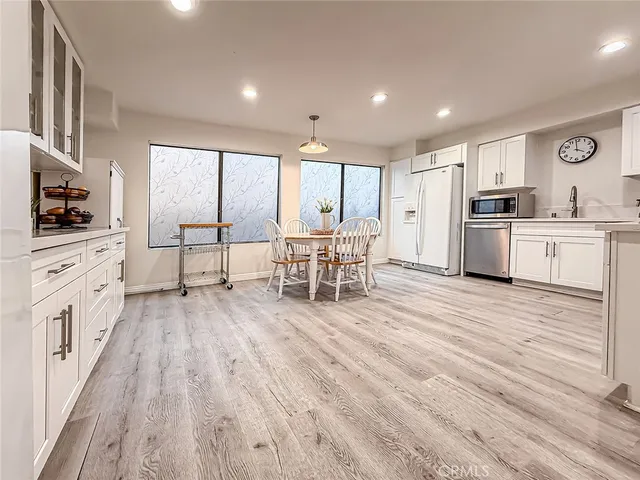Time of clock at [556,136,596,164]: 3:58
